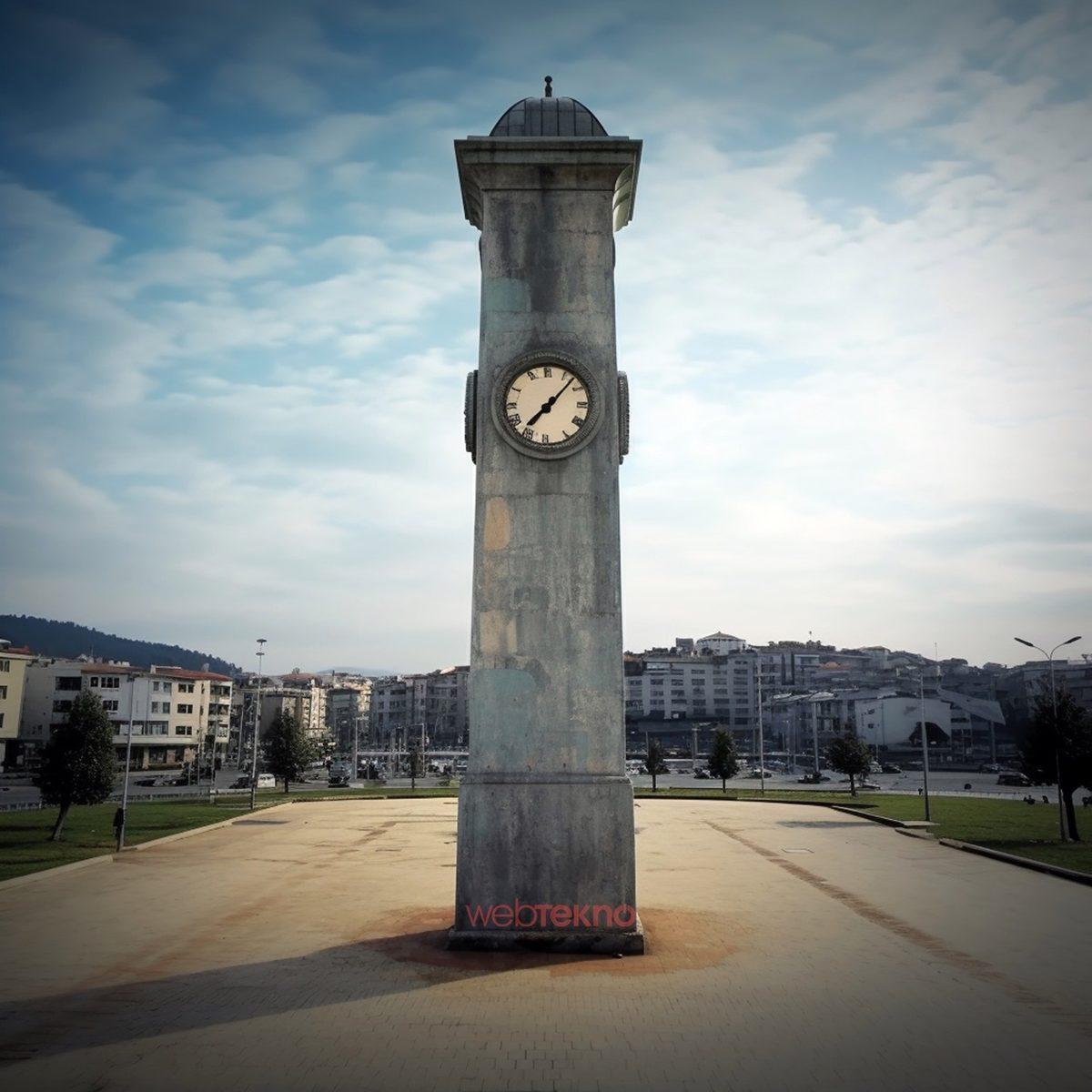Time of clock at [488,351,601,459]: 7:07
